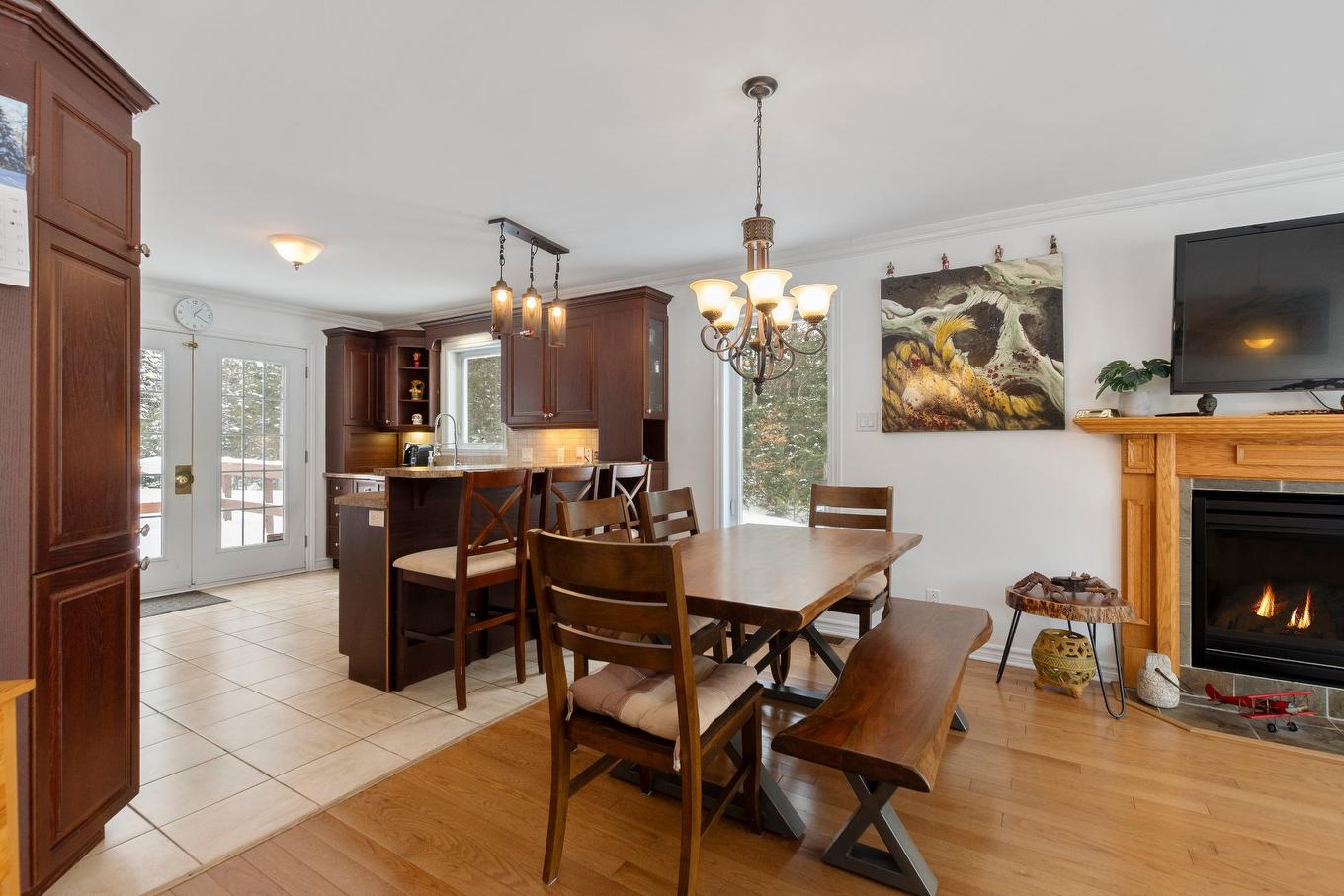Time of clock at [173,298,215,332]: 1:20
